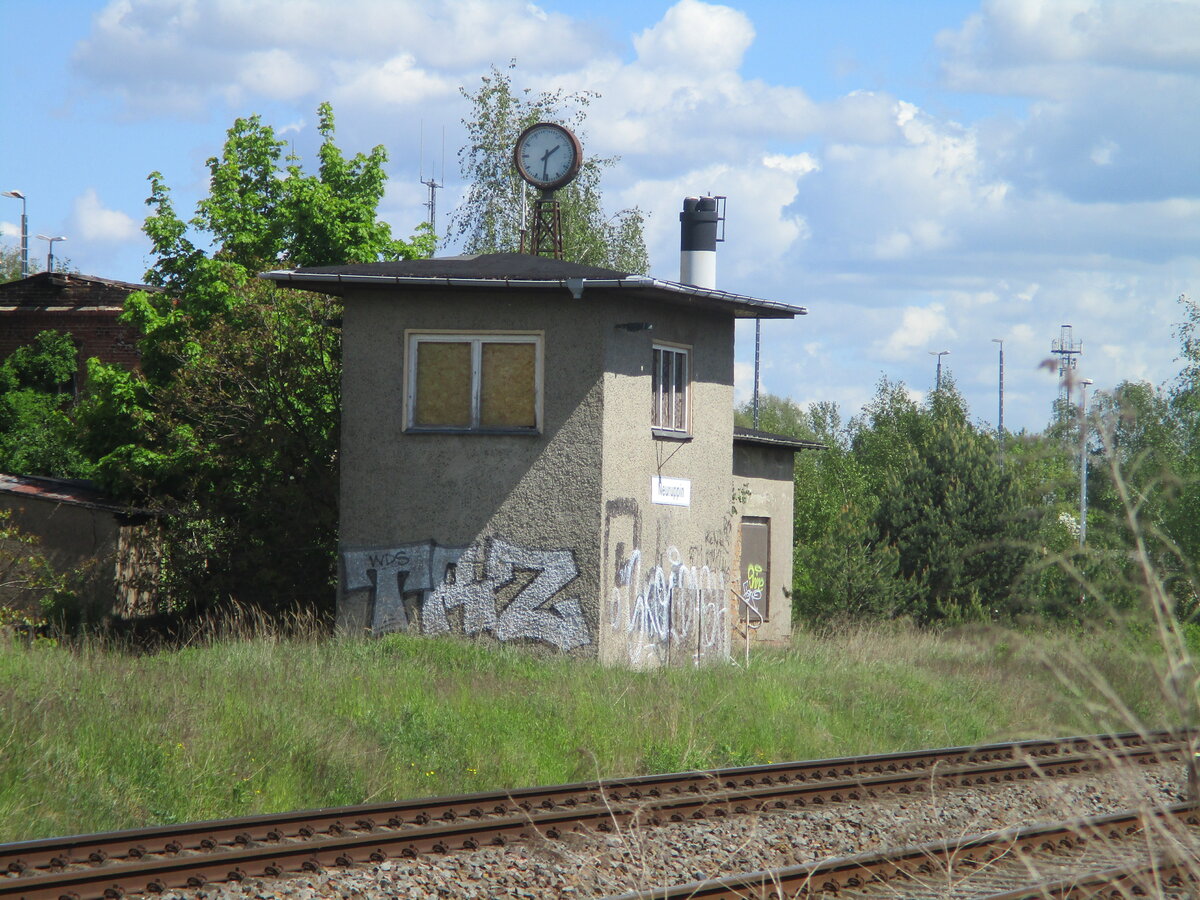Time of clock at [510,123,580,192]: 1:31
